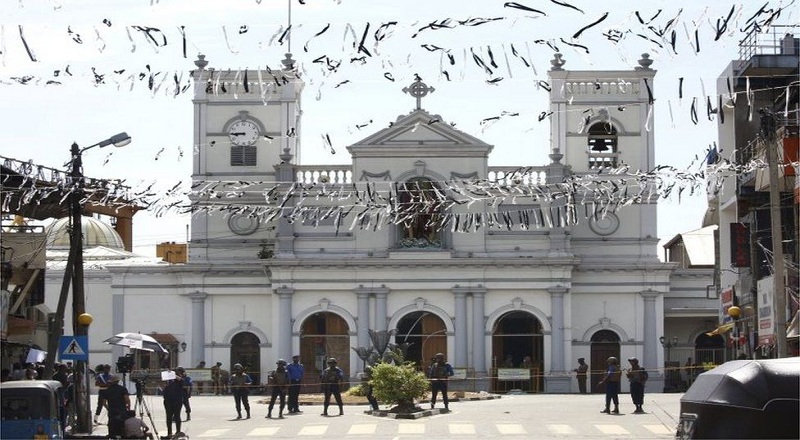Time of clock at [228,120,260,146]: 8:45
